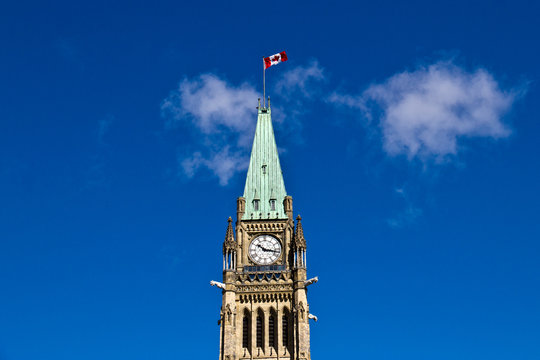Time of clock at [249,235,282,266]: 10:17
